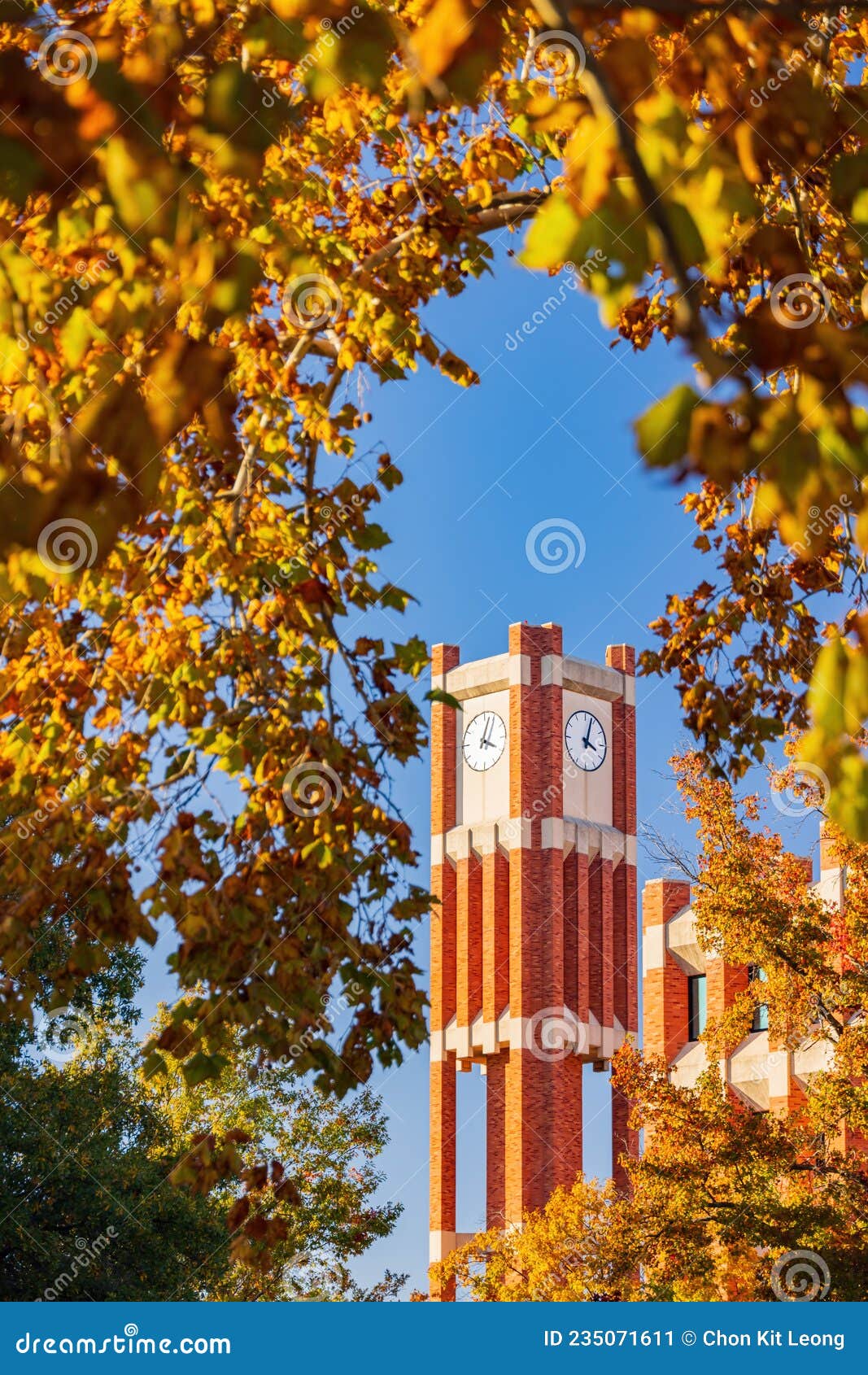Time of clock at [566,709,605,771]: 4:03
